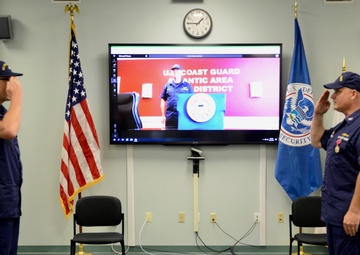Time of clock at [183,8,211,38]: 1:45
